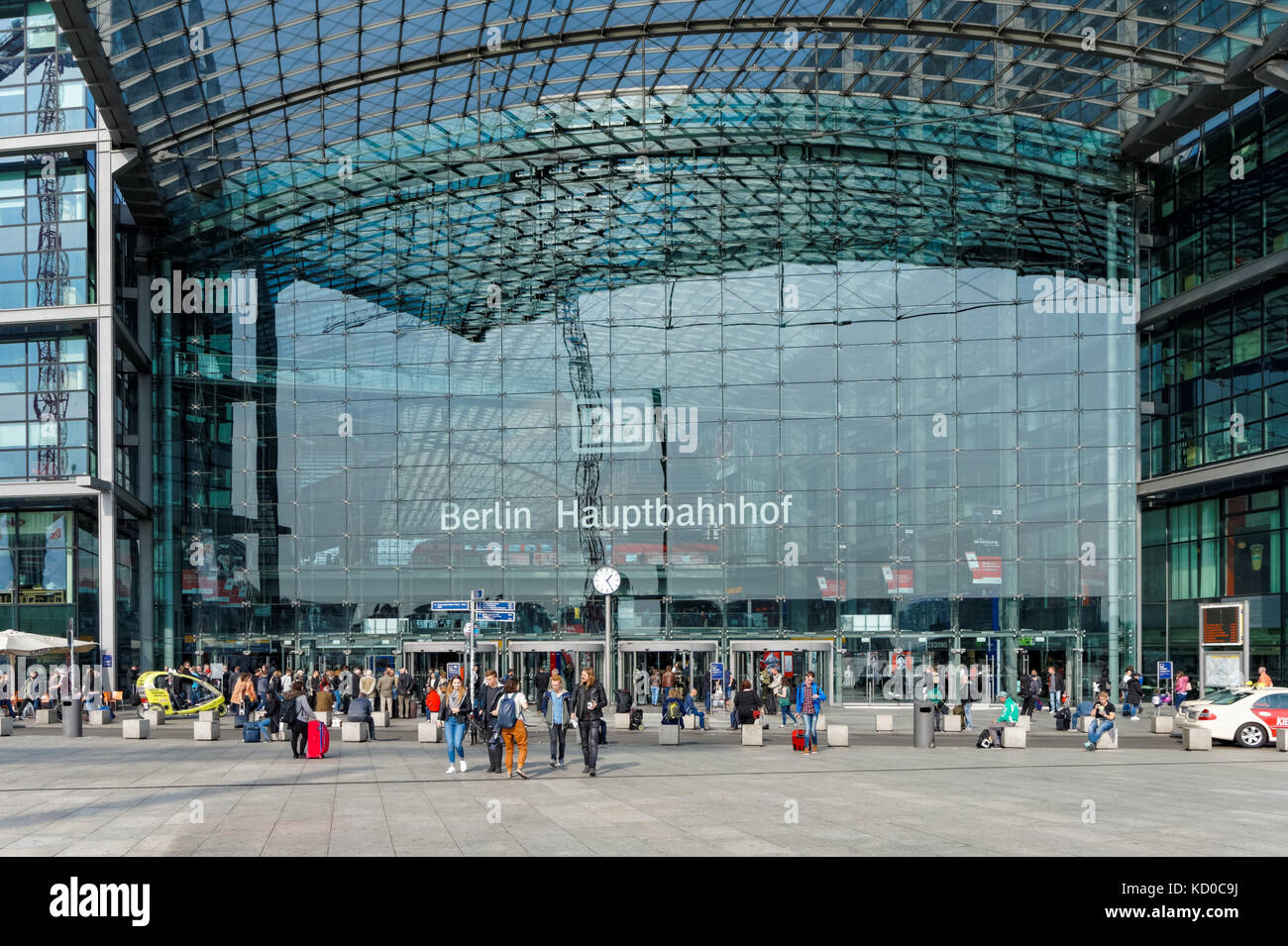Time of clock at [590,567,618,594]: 1:24
